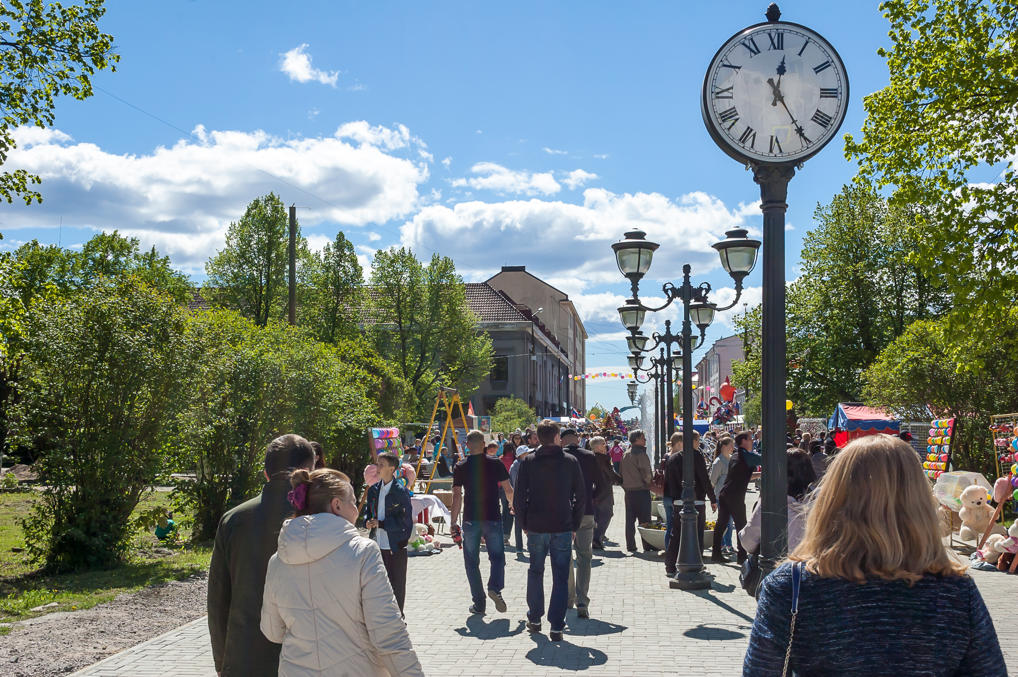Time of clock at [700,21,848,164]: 12:24
